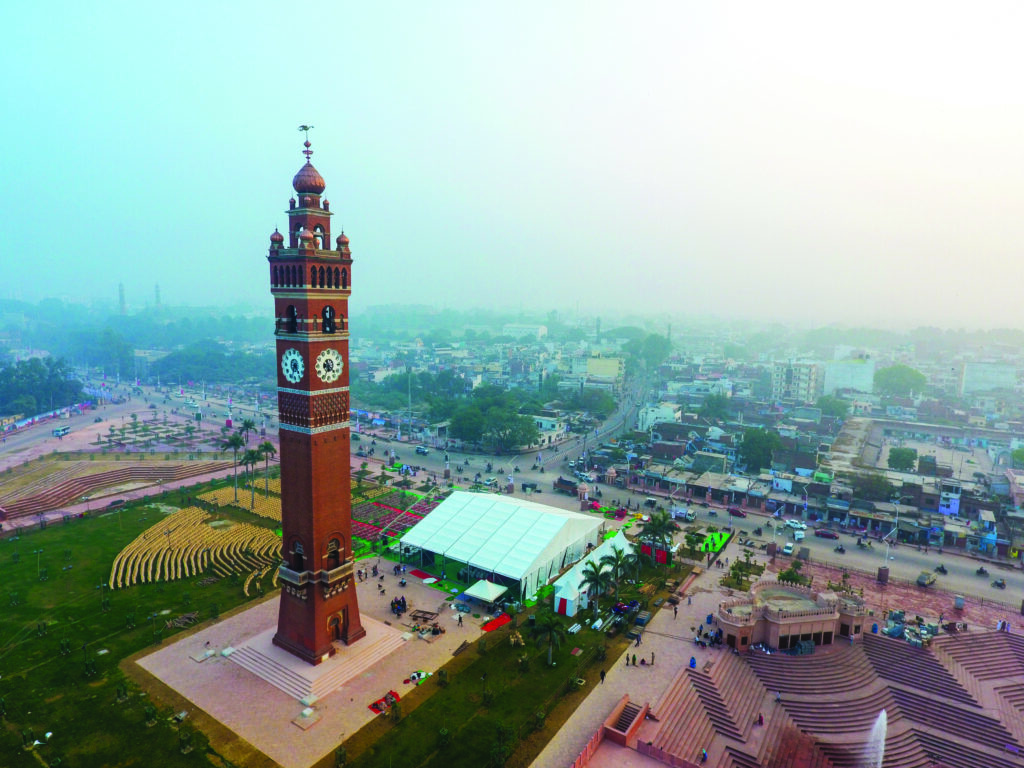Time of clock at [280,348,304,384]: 4:34
